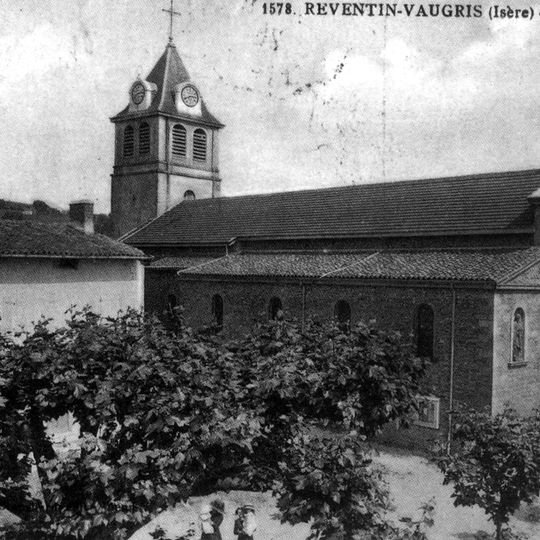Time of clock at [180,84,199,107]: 8:14
